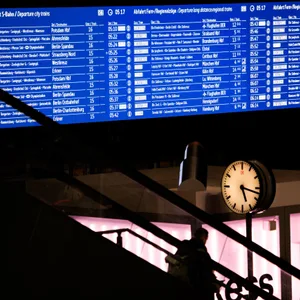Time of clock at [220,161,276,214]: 5:17
